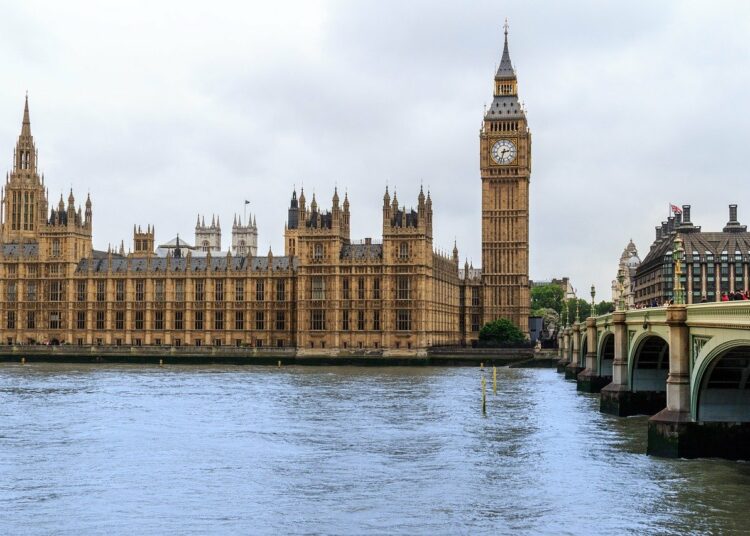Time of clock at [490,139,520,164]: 2:32
